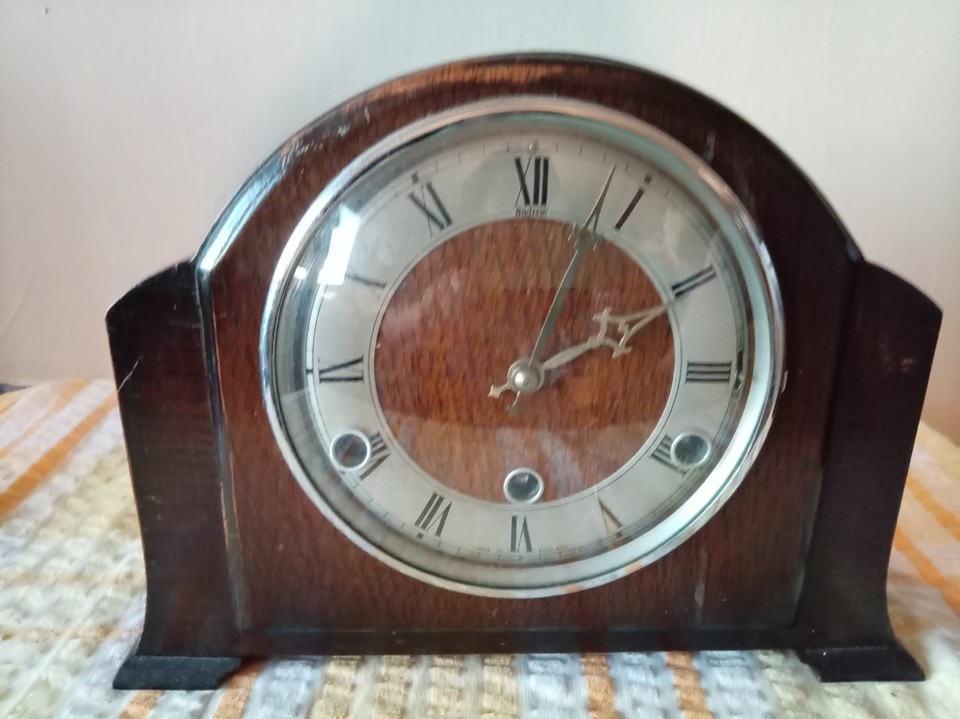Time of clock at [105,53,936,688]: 2:03
